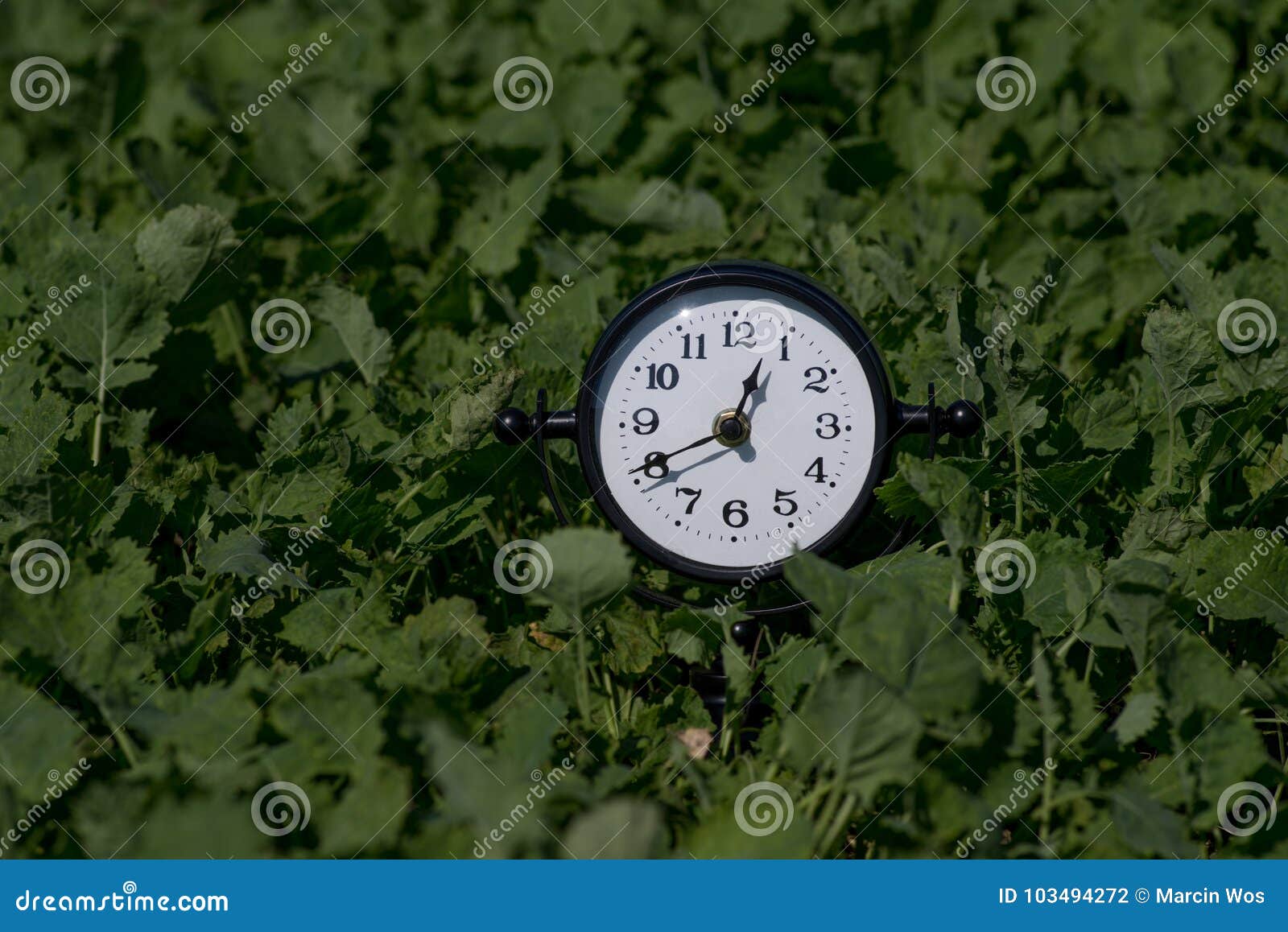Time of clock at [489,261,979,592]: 12:41
